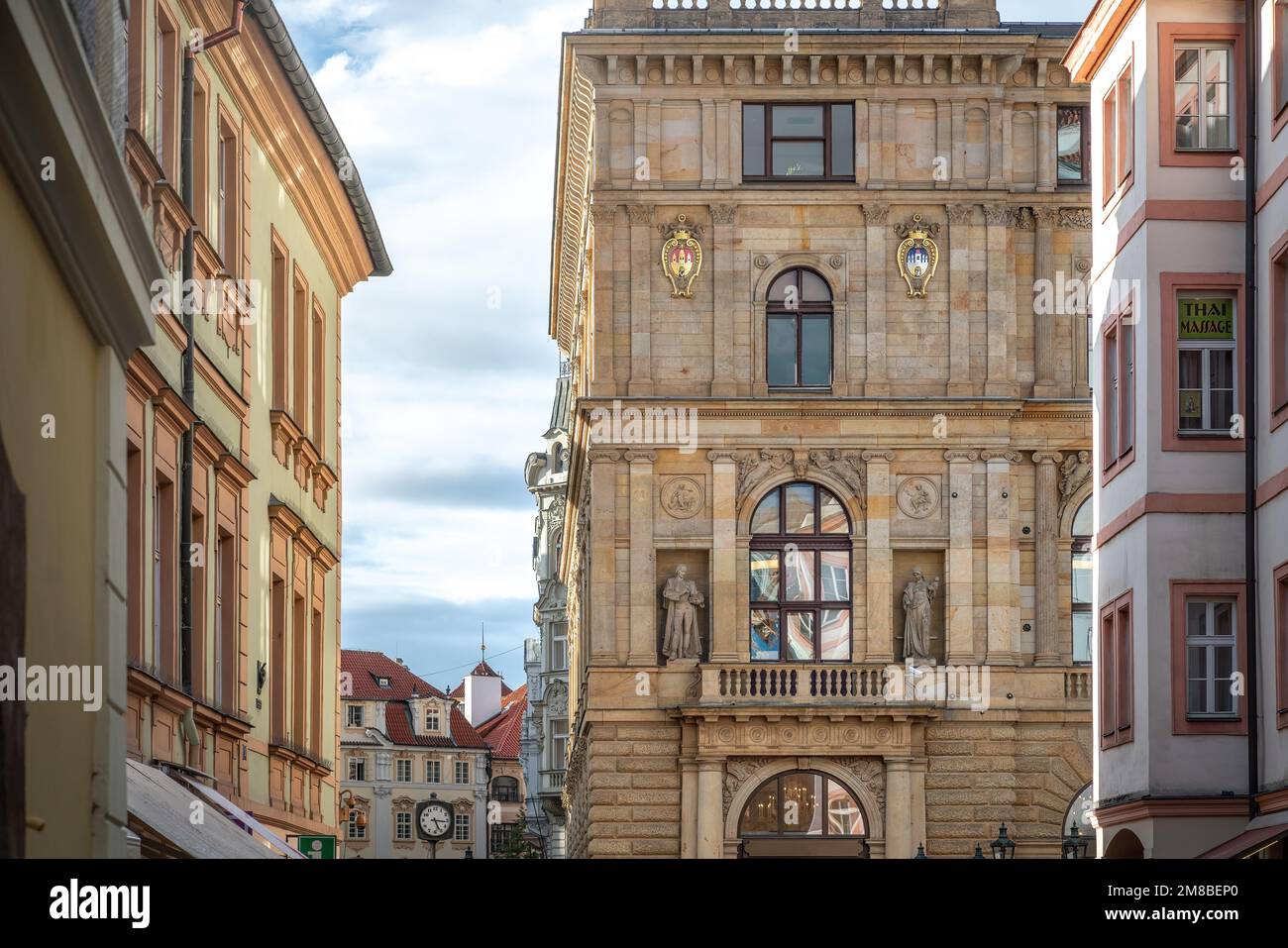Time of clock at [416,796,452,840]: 5:16
